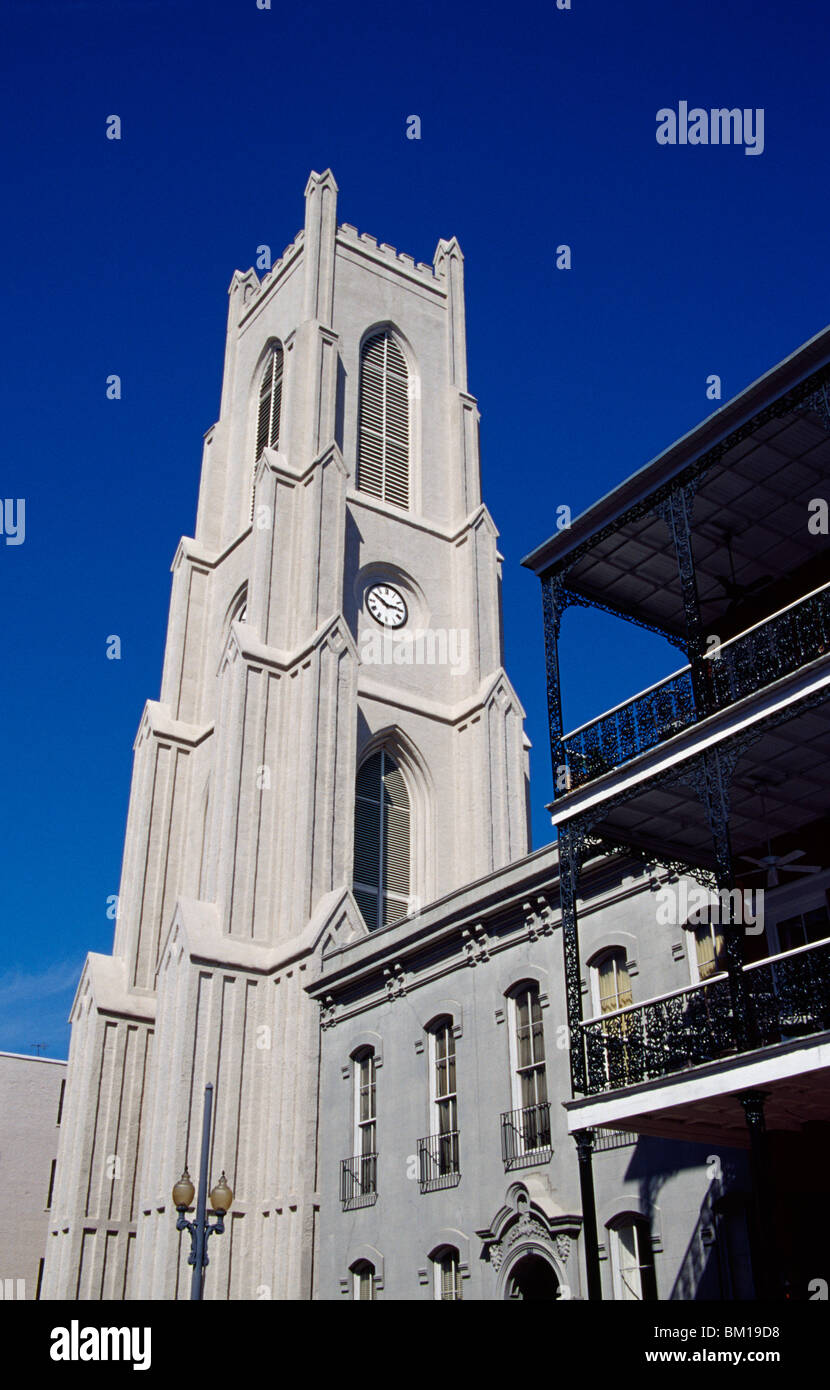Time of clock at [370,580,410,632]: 2:50
